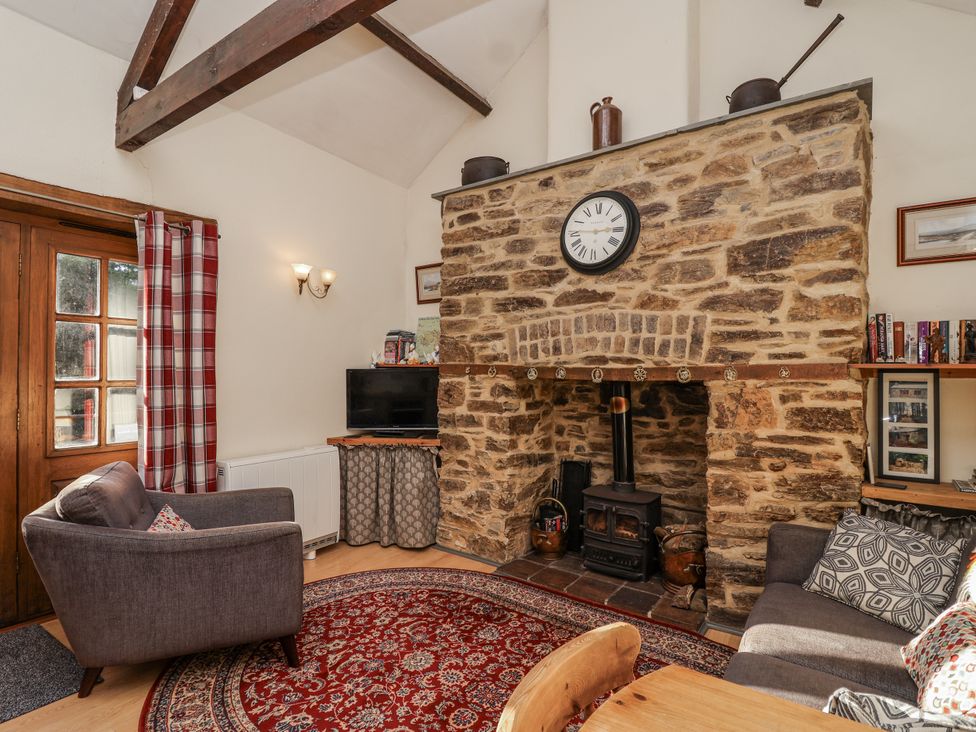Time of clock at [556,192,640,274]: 2:45
